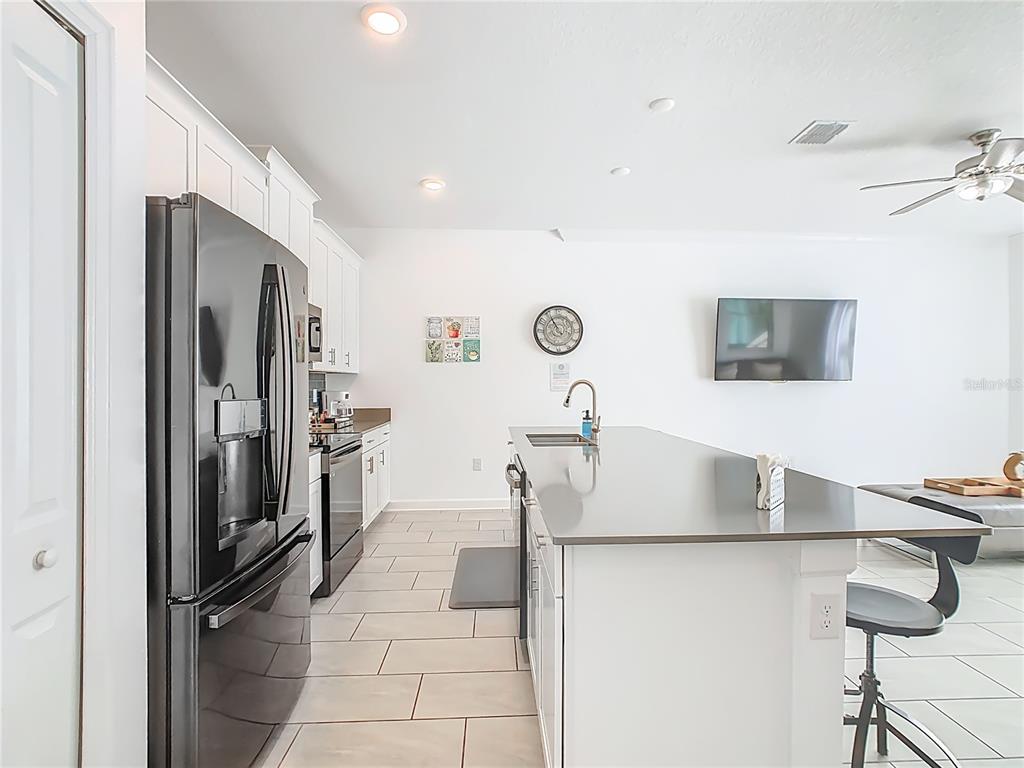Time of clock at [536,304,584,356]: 10:55
